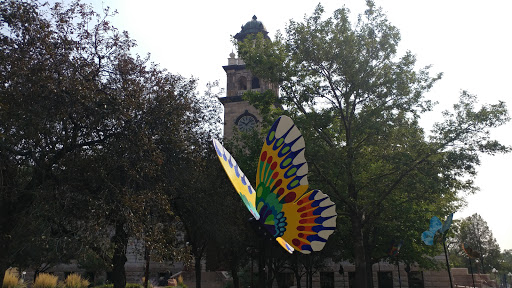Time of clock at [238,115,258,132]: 10:07
